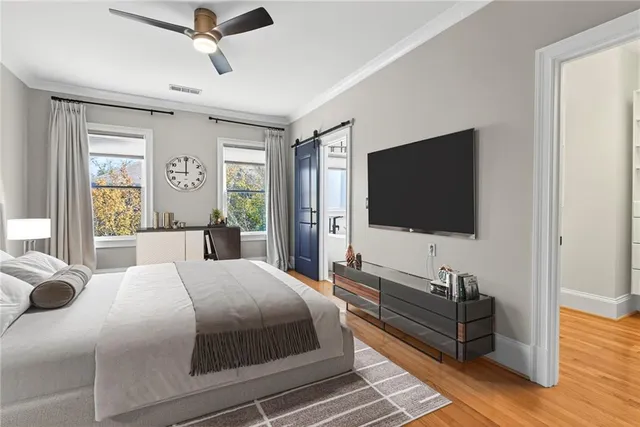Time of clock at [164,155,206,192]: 8:59
